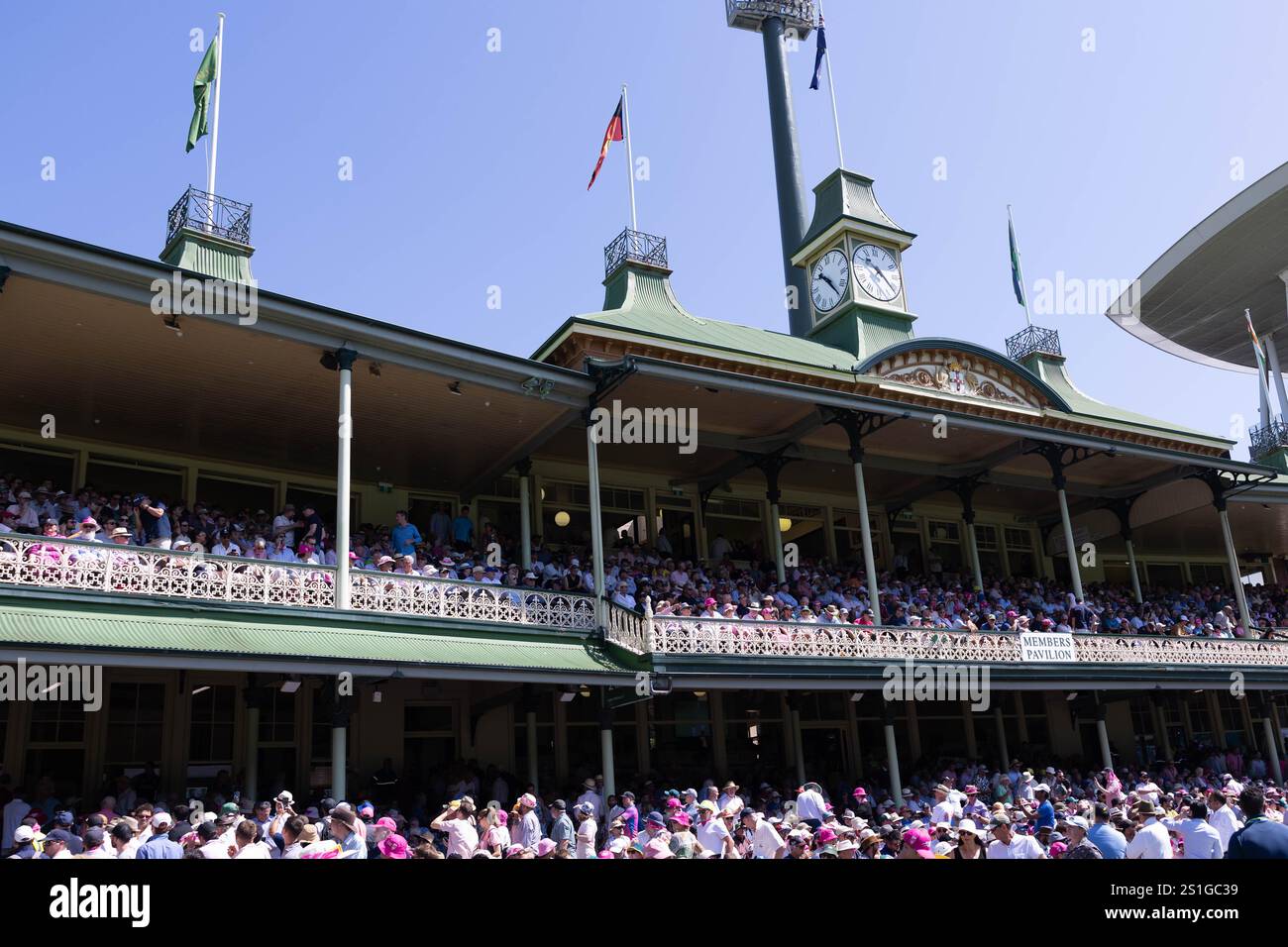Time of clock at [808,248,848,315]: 10:24
